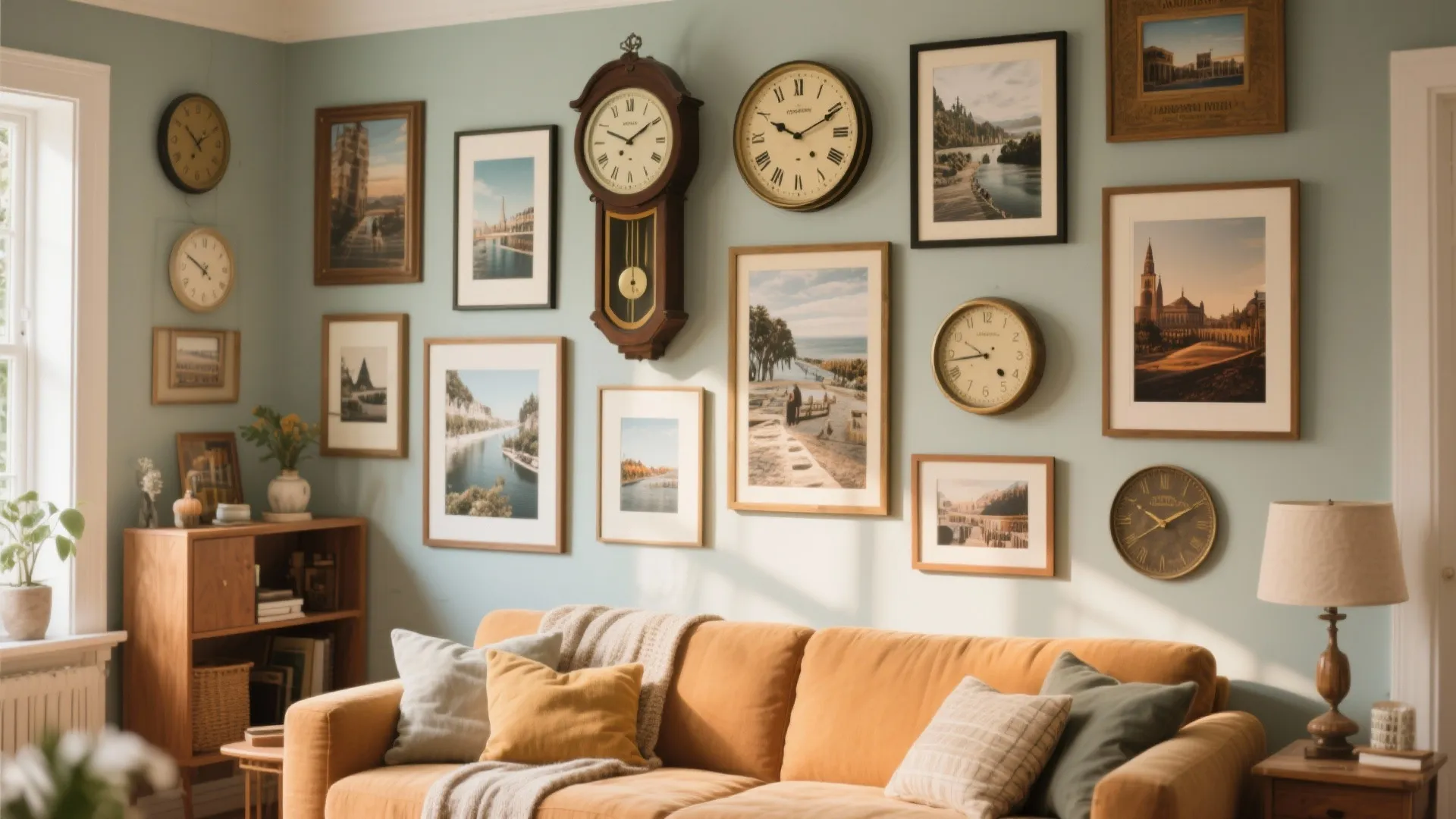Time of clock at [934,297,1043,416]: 9:43
